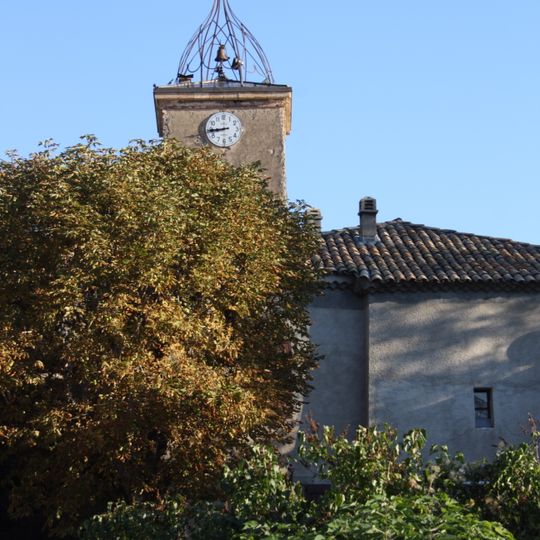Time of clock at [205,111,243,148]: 8:44
